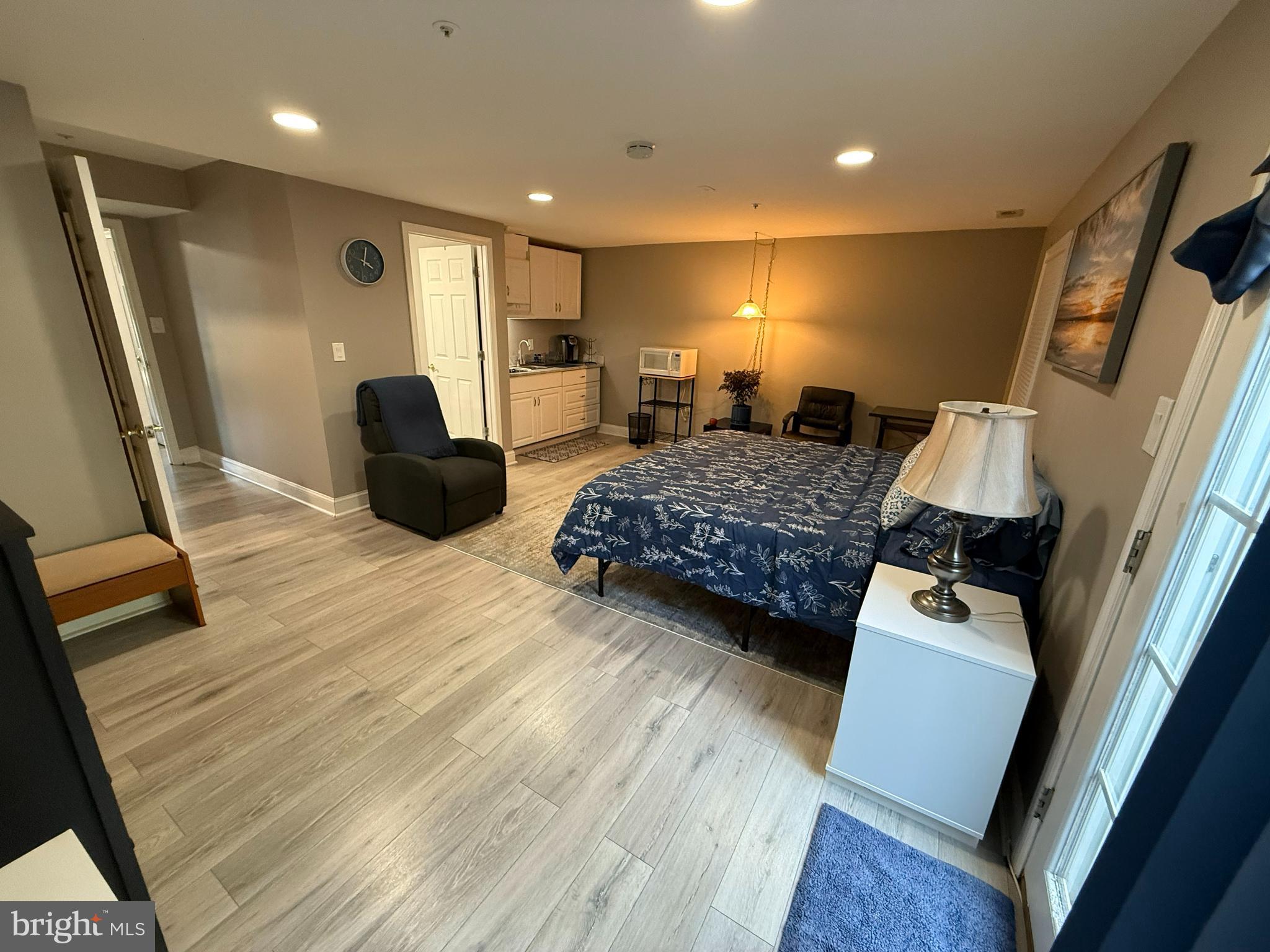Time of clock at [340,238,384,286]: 4:02
